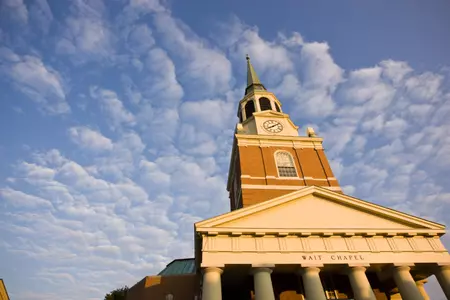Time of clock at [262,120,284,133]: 8:09
